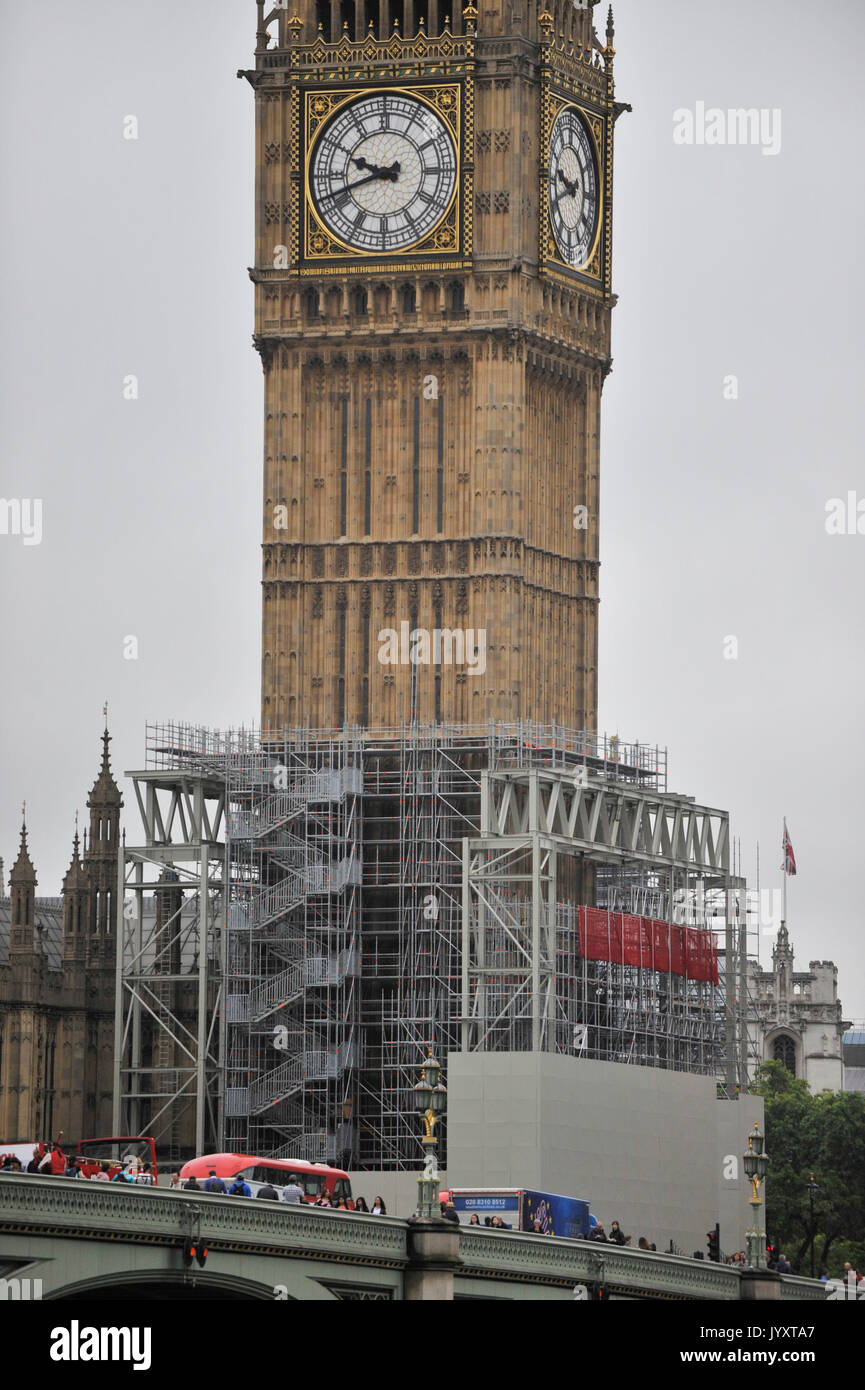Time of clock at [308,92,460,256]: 9:41
